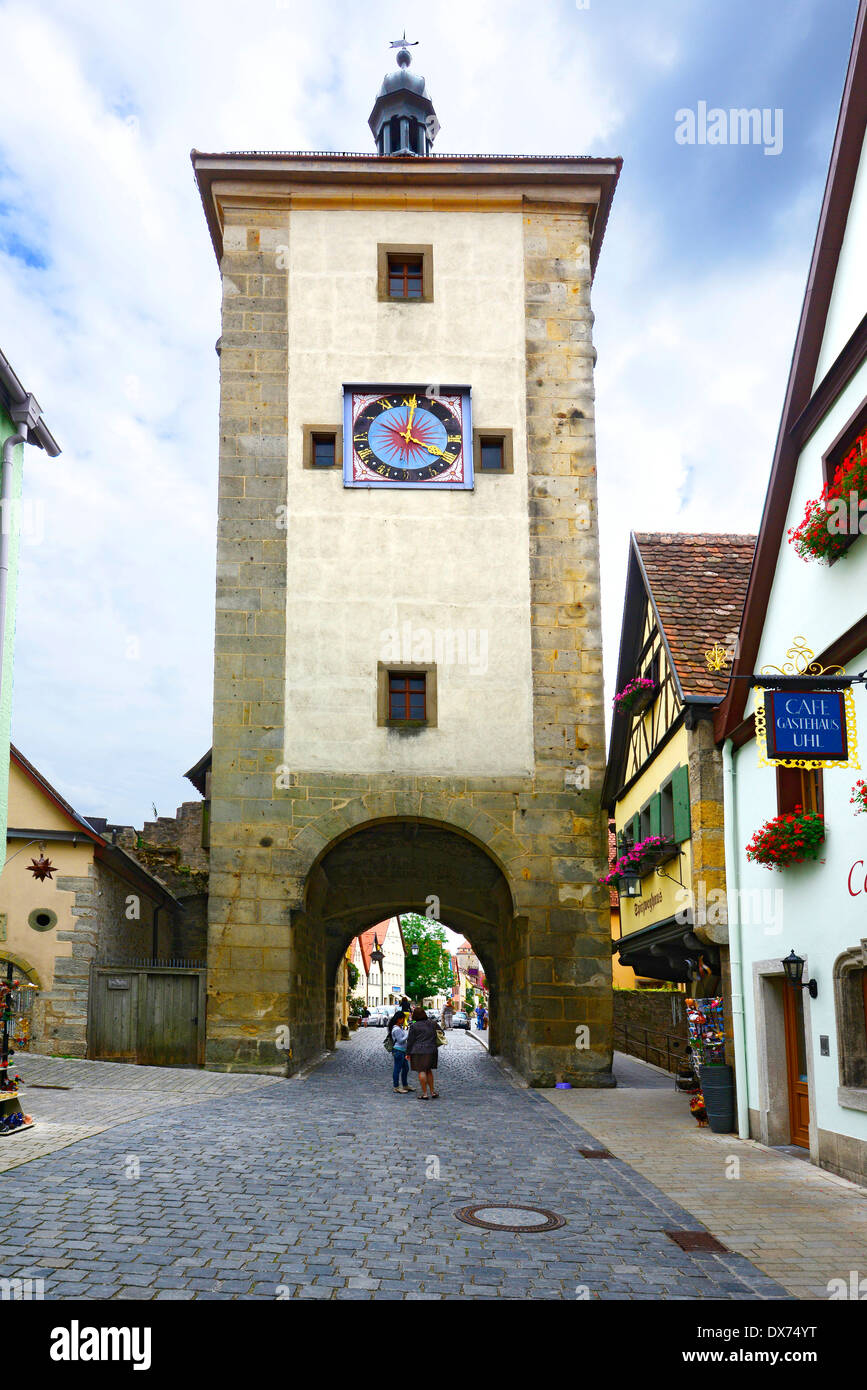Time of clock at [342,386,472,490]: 4:01
